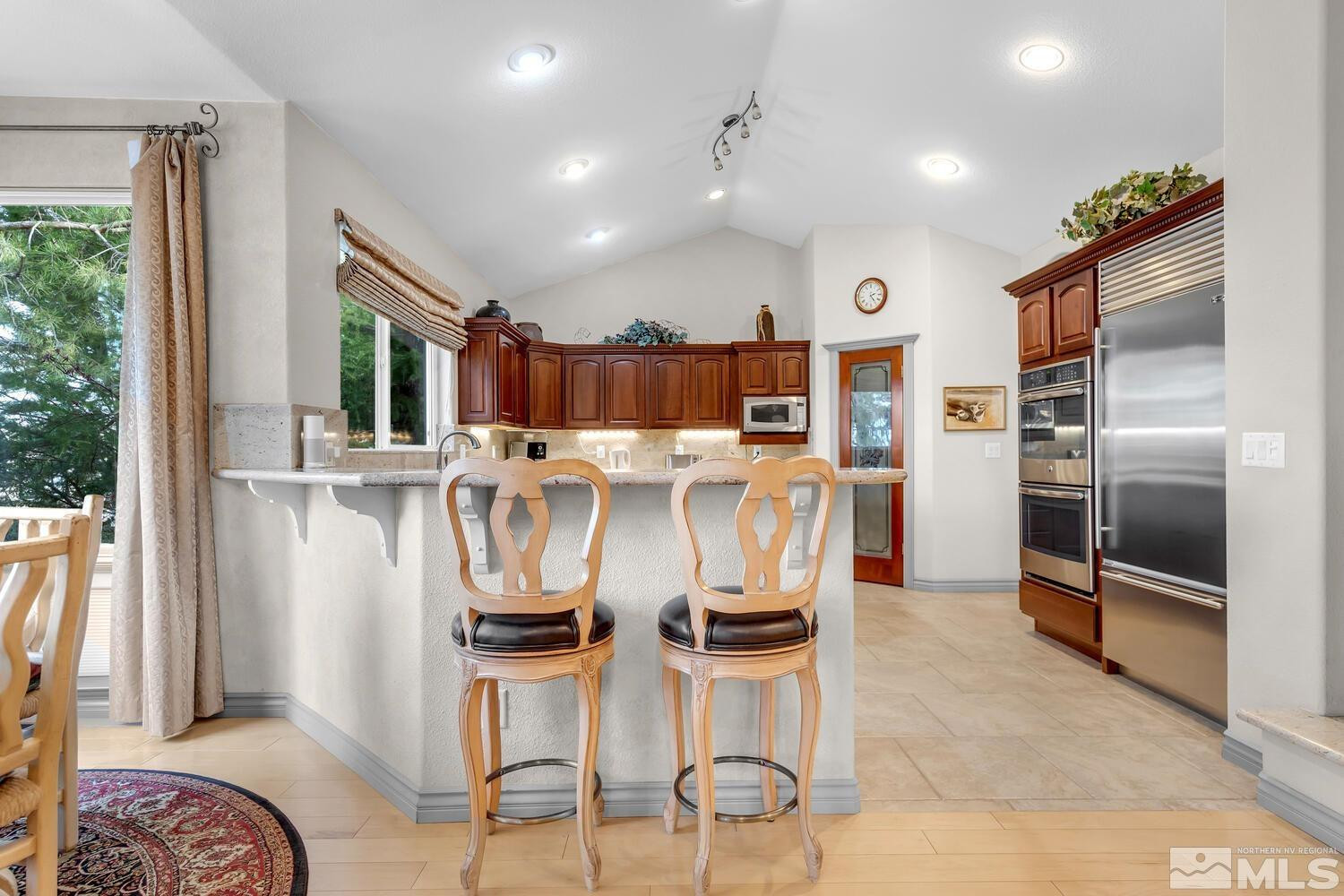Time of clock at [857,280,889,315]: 2:24
